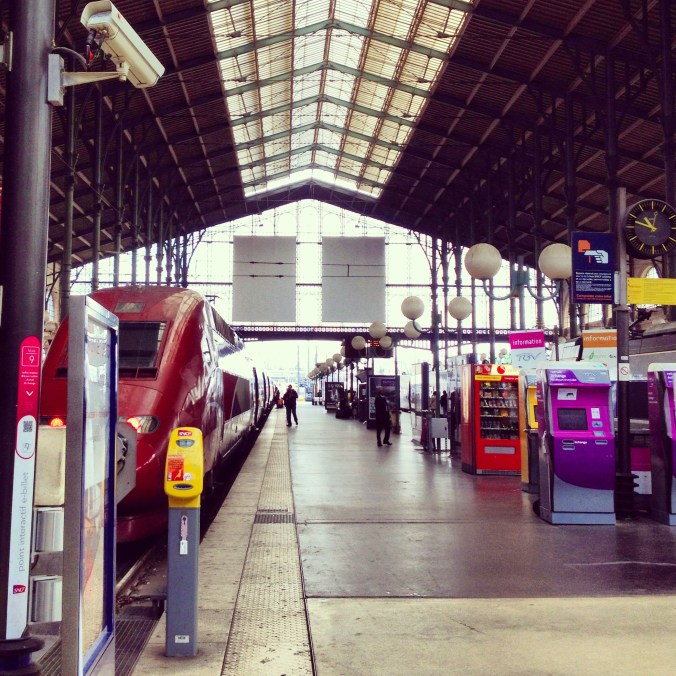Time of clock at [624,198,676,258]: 10:48
